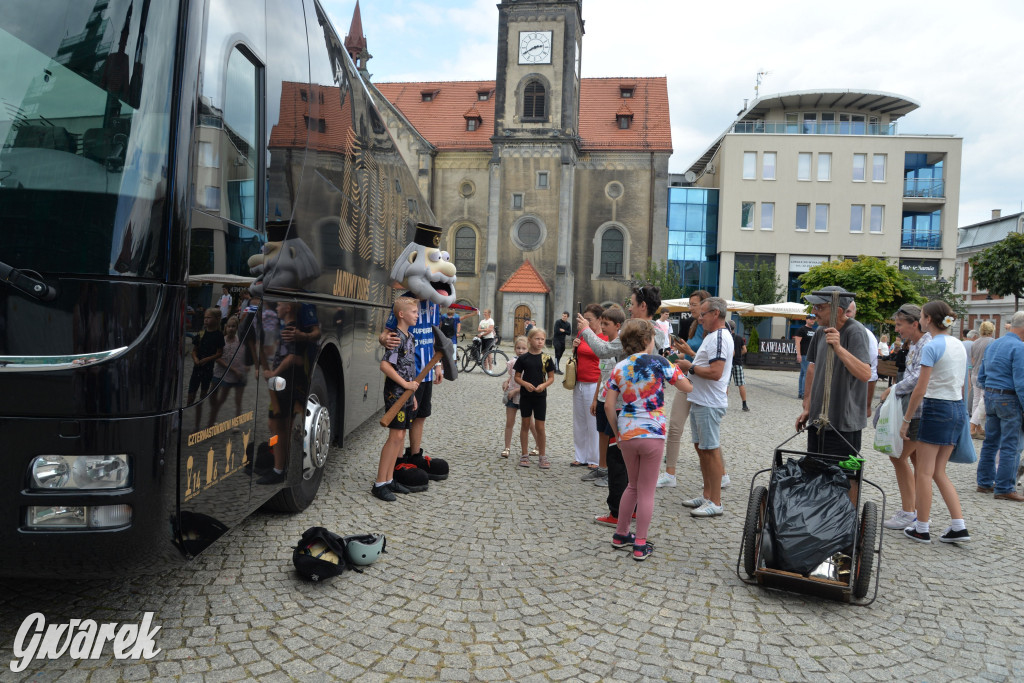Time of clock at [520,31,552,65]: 2:40
